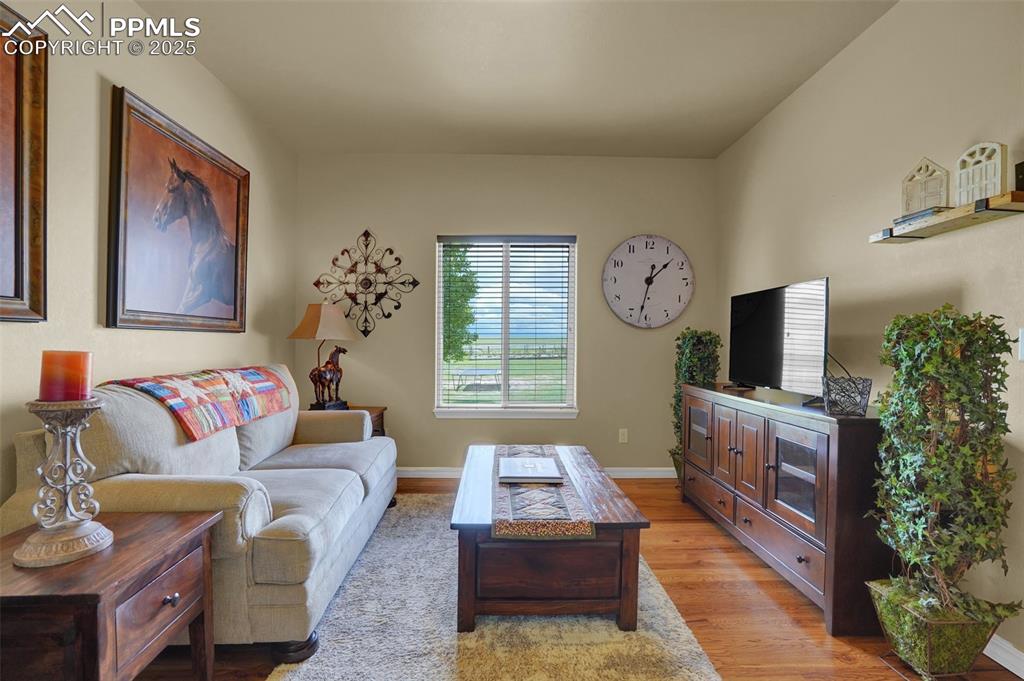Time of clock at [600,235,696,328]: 1:32
